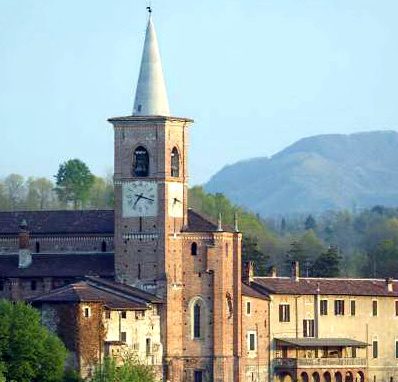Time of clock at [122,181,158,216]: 7:17
